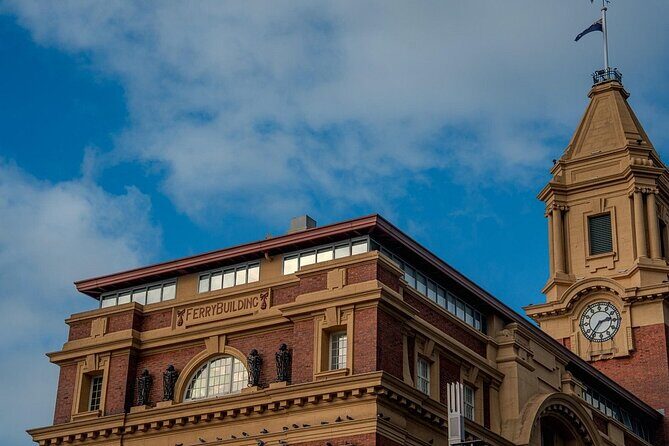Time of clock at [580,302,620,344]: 2:36
